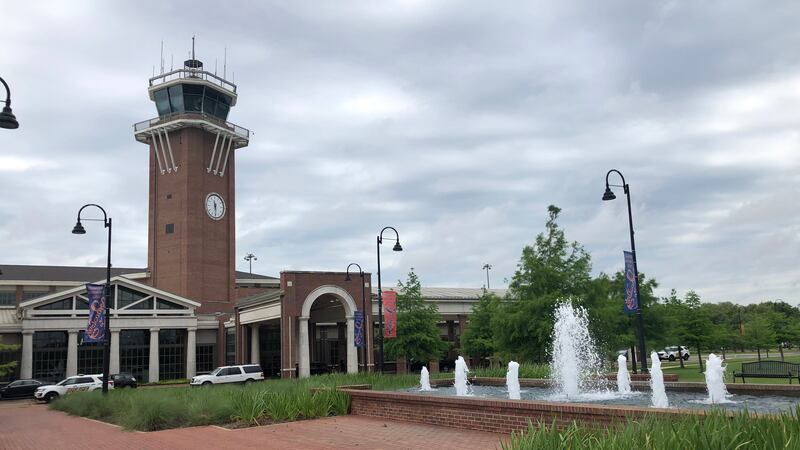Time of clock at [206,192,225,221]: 11:29
